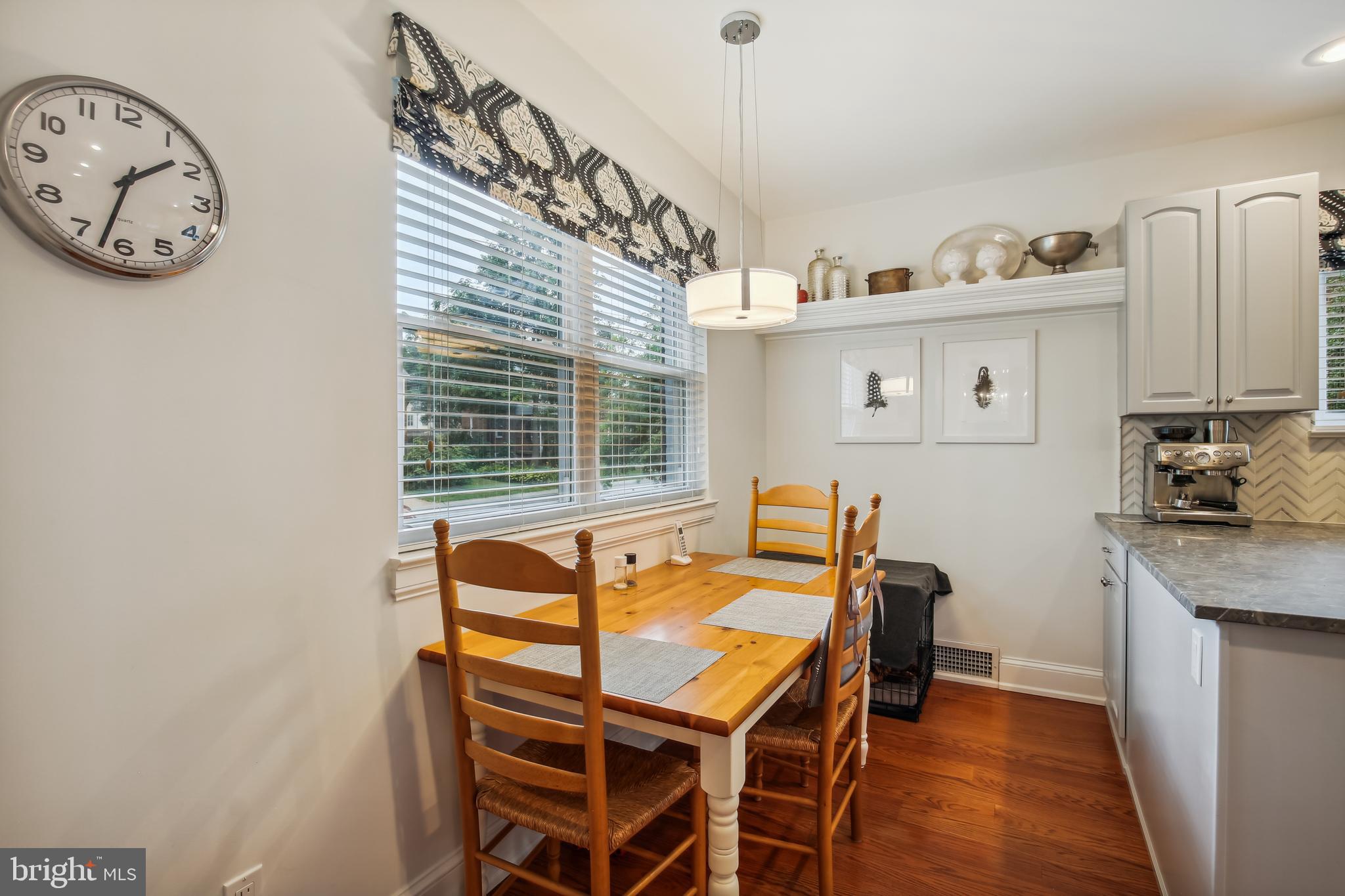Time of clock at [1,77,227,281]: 1:32
